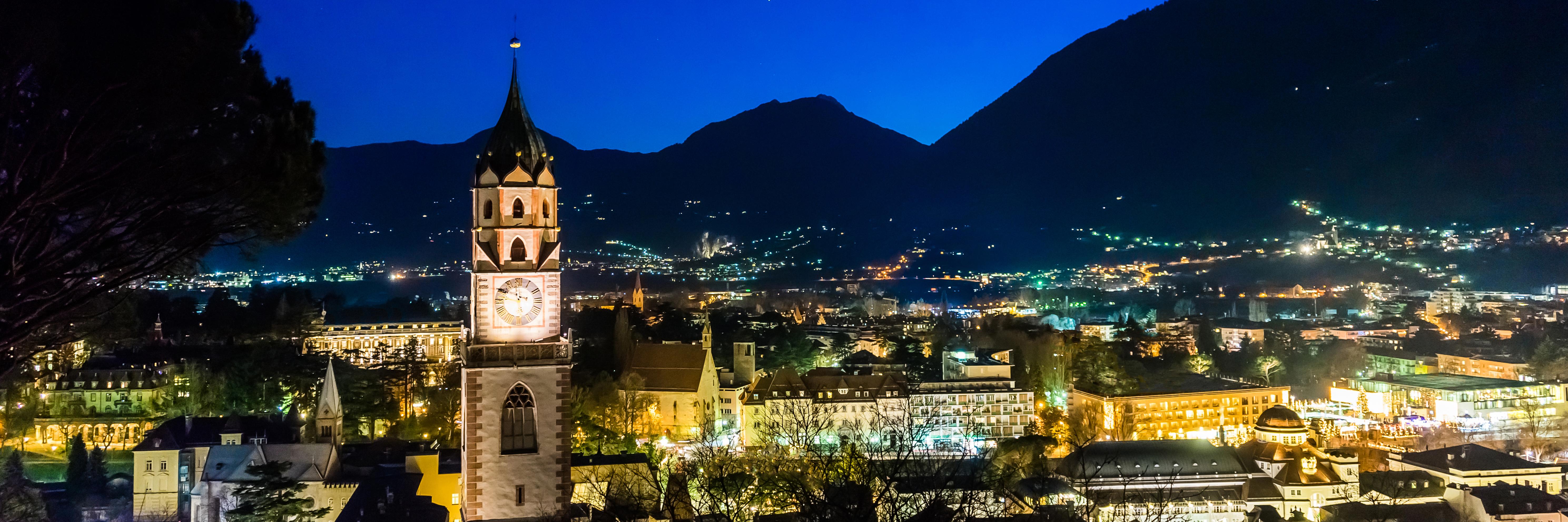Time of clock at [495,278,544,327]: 11:46
